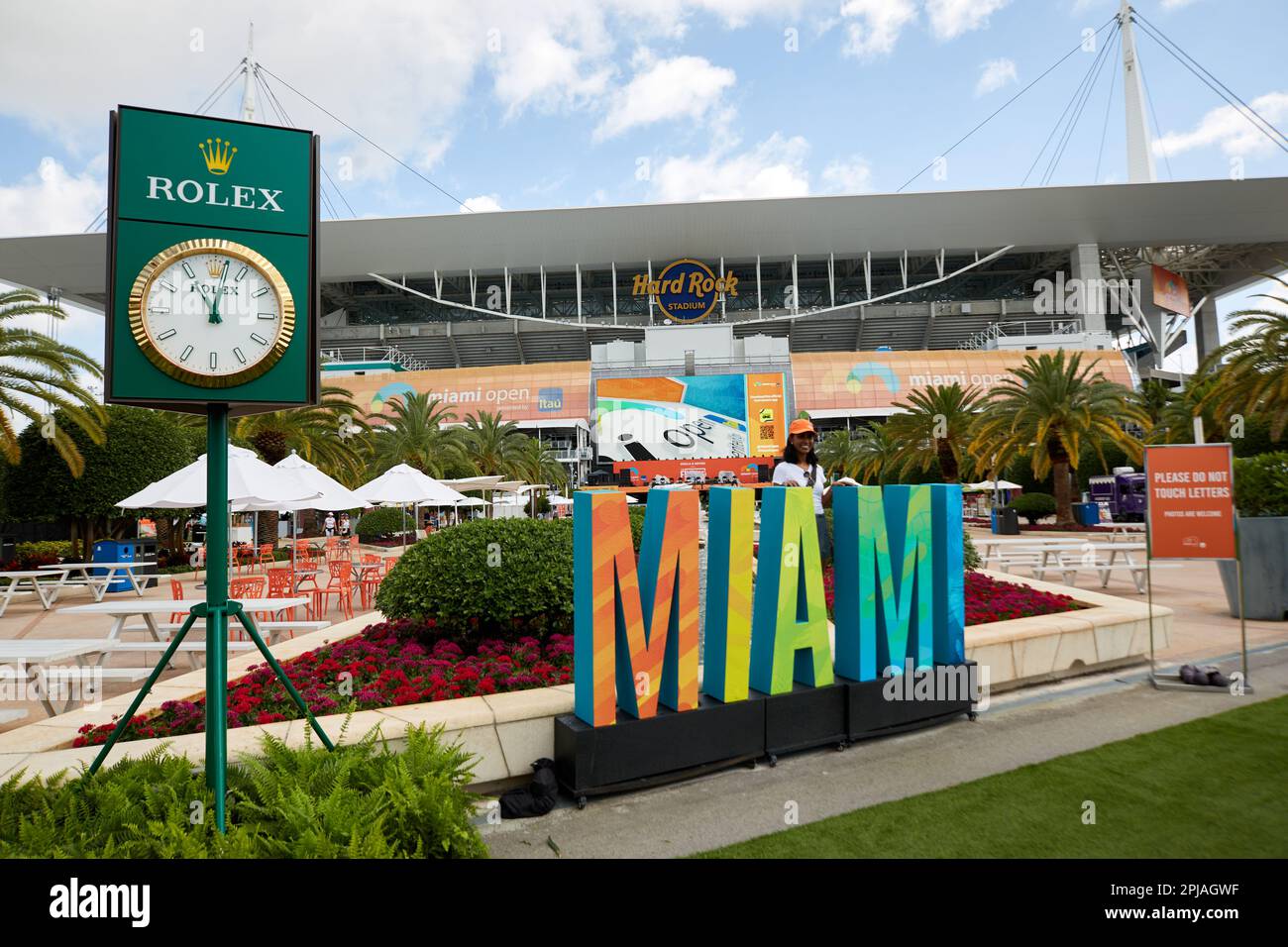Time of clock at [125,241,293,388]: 11:01
